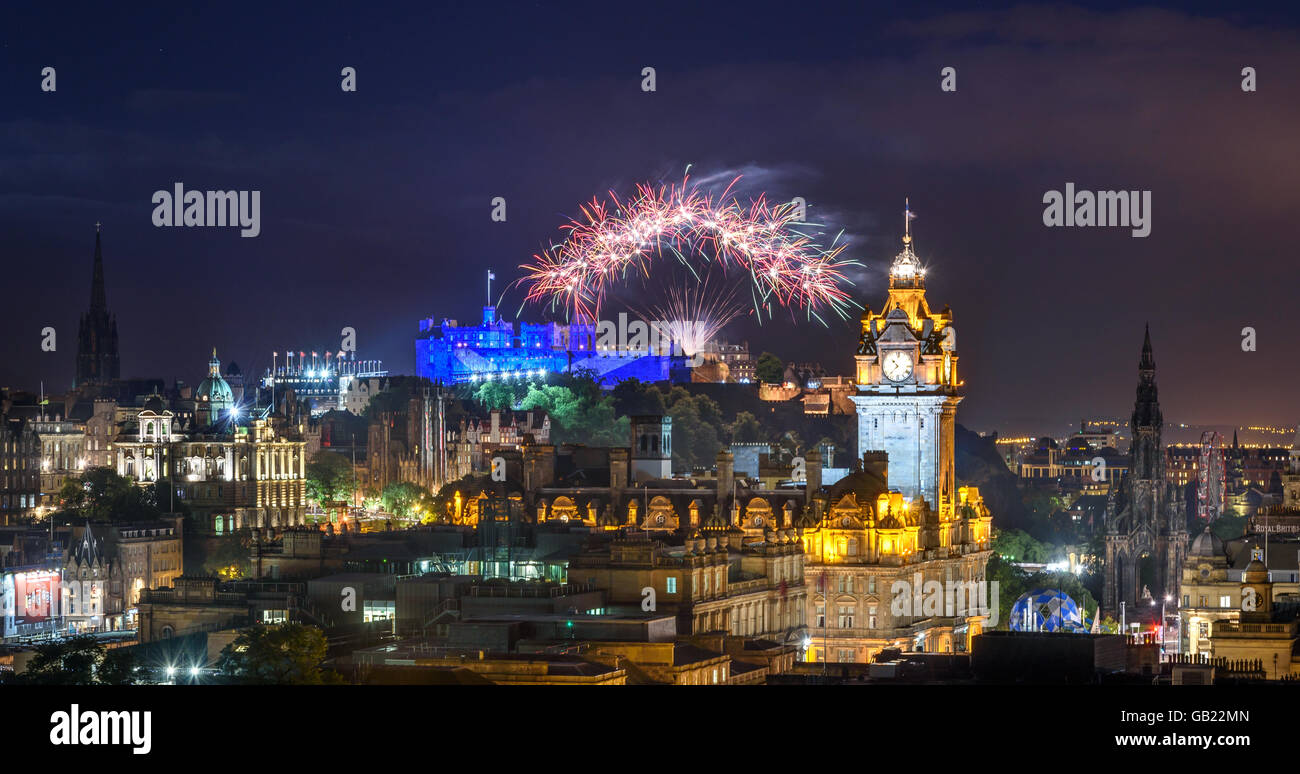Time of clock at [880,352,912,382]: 10:37
